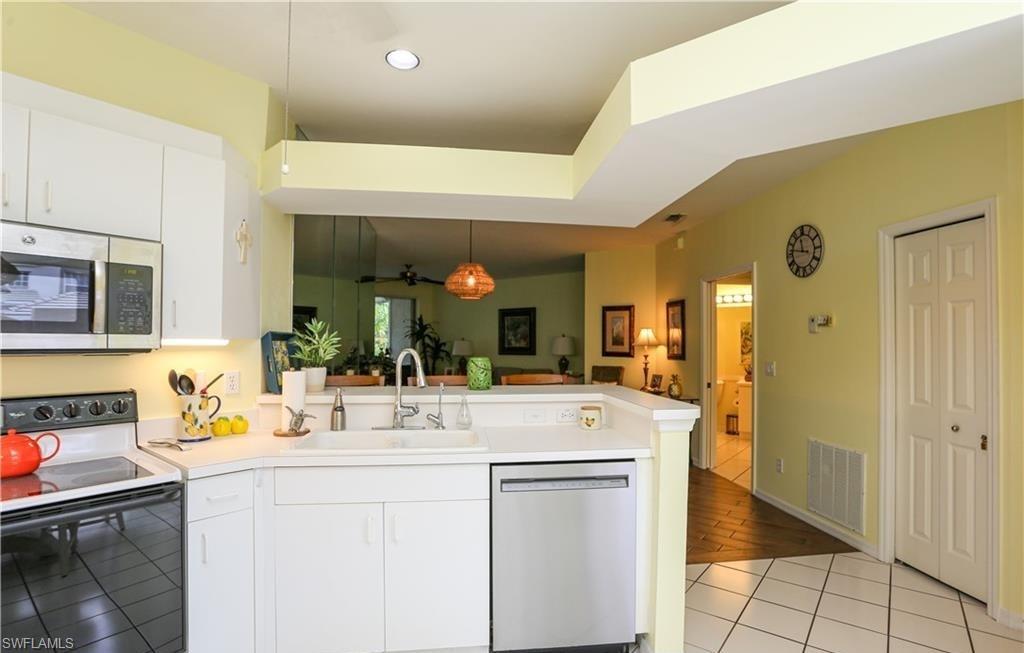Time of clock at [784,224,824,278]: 11:46
